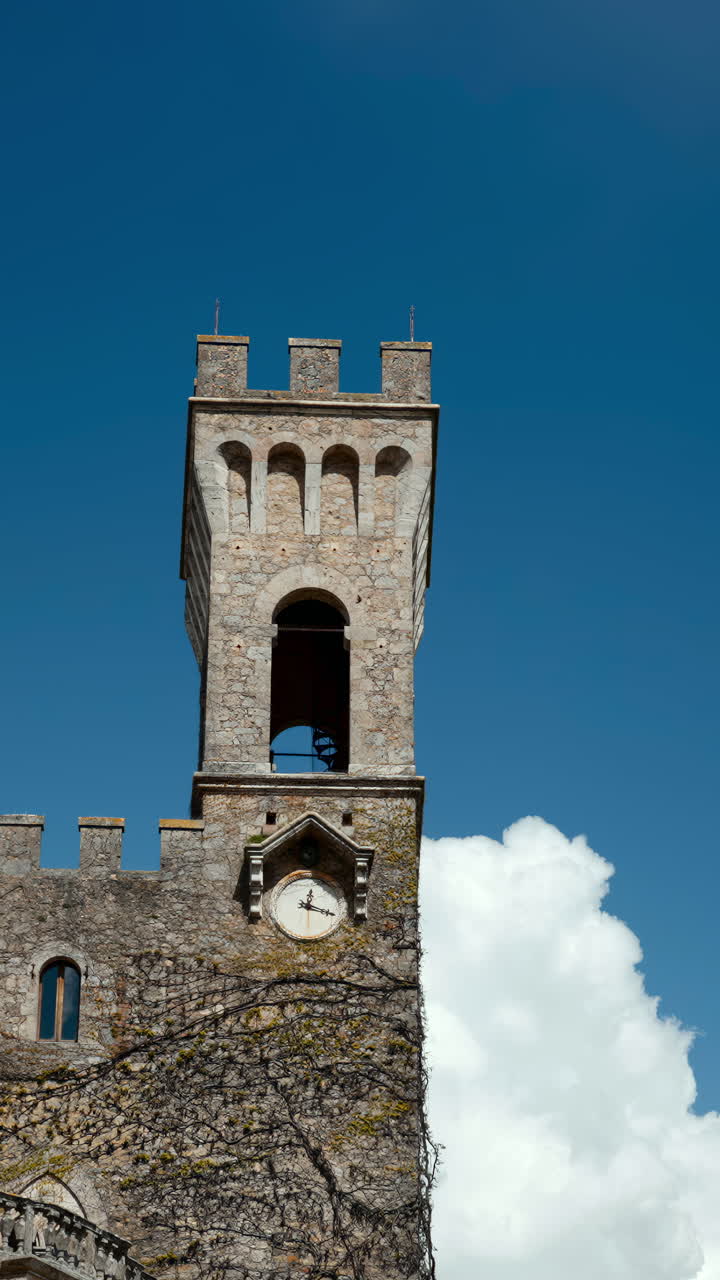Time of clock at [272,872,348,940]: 12:18
